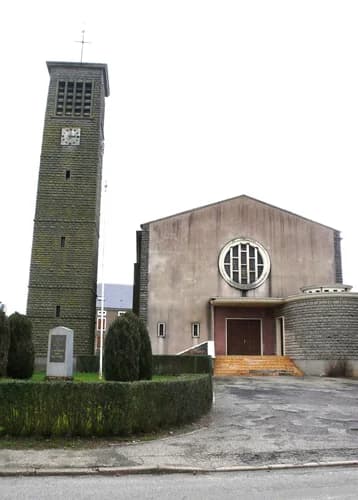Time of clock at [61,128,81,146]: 2:59
